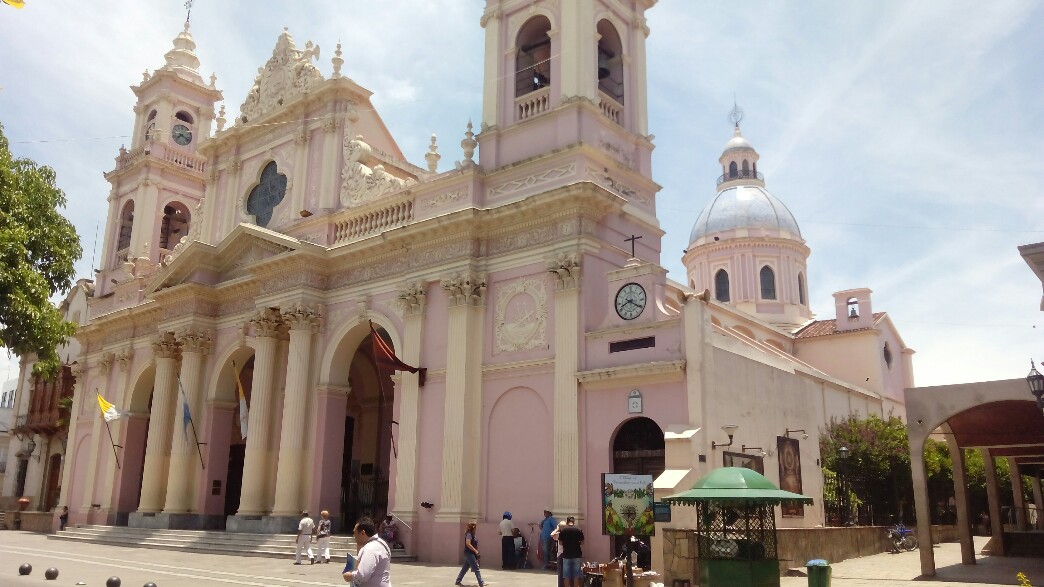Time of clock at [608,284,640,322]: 8:20
